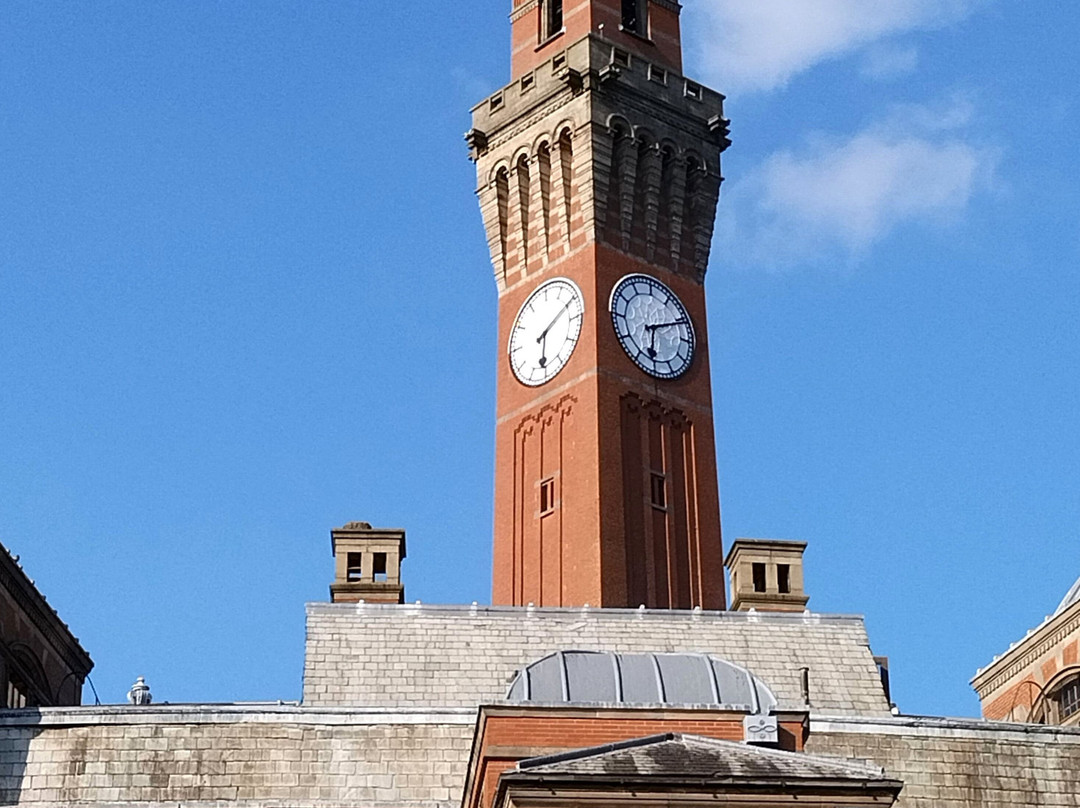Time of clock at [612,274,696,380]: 6:11
